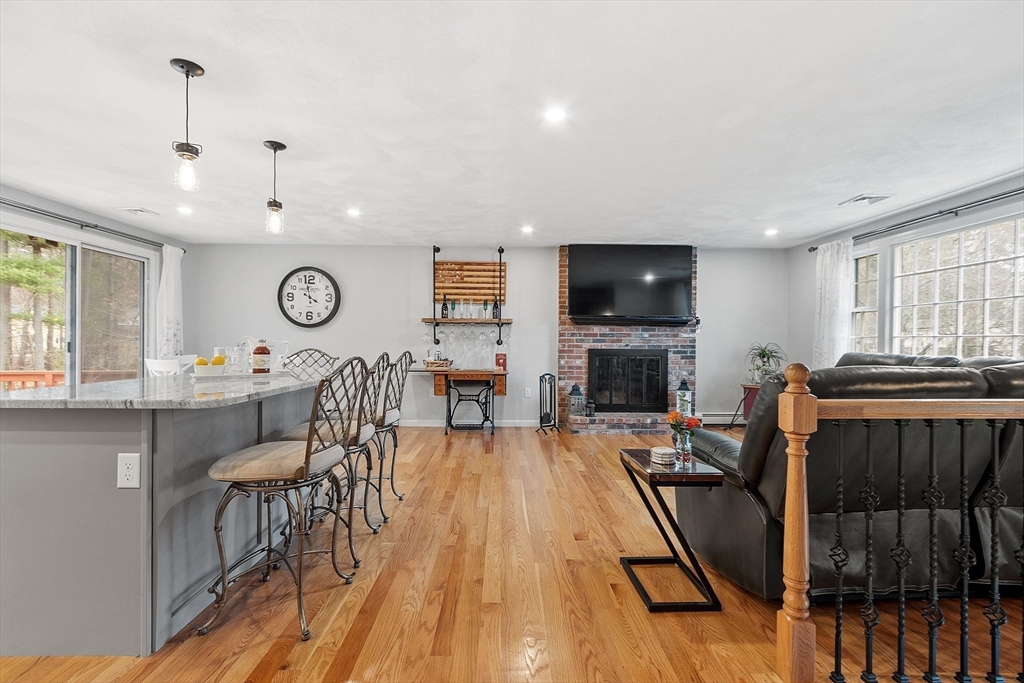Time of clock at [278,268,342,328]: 3:58
